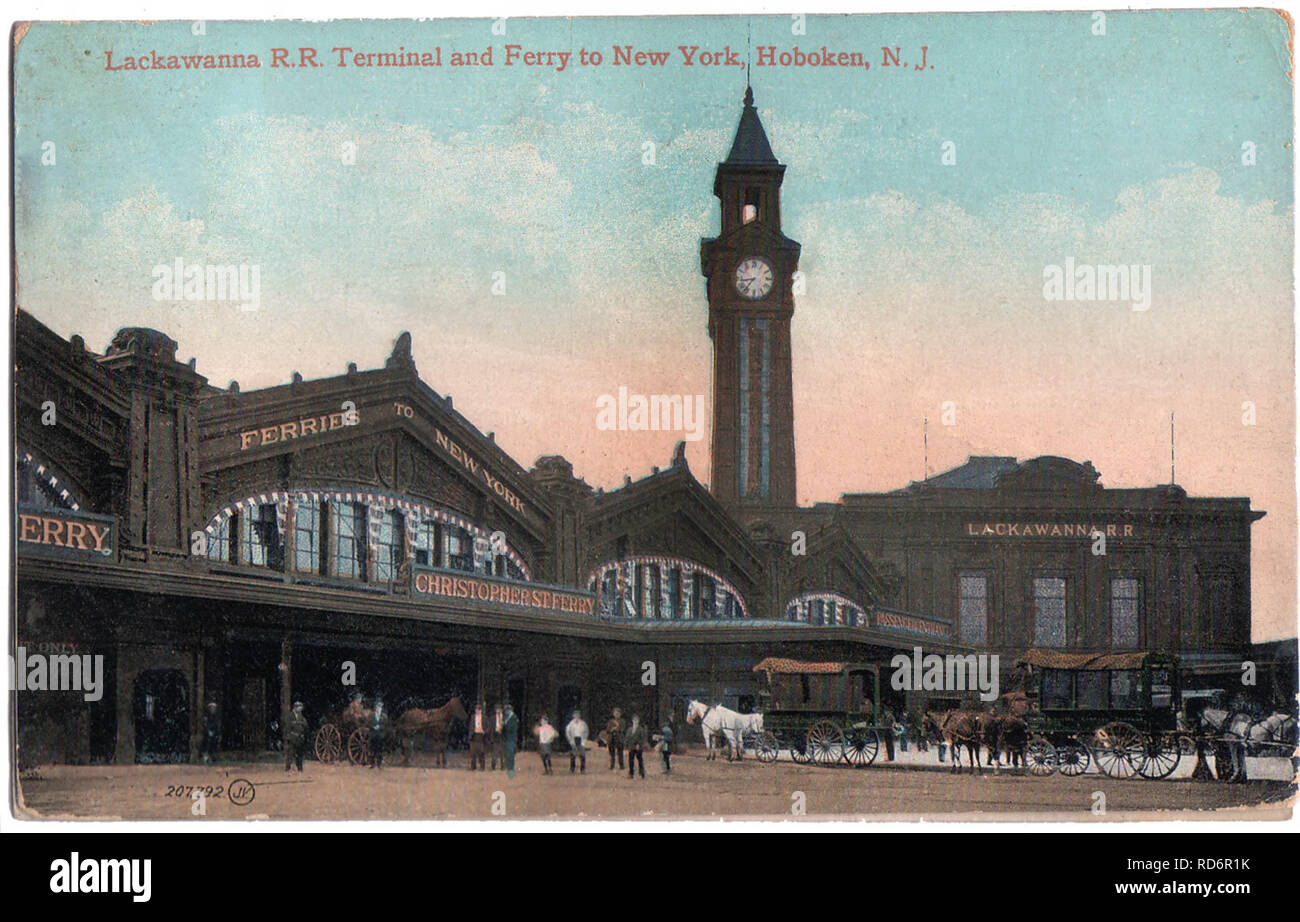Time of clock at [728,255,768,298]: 8:36
